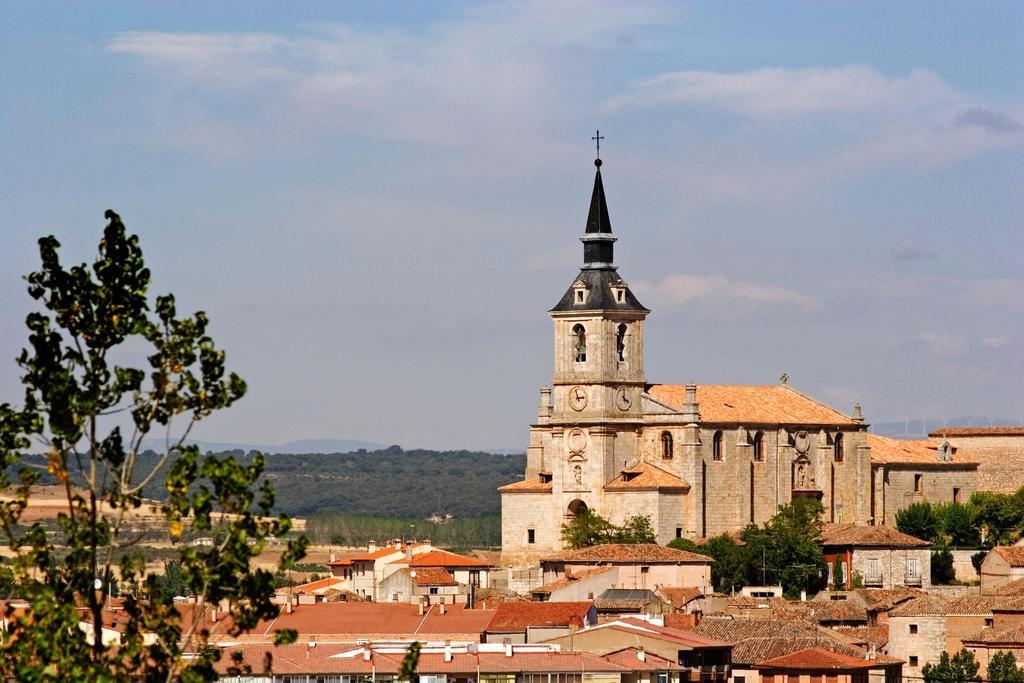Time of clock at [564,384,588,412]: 2:57
